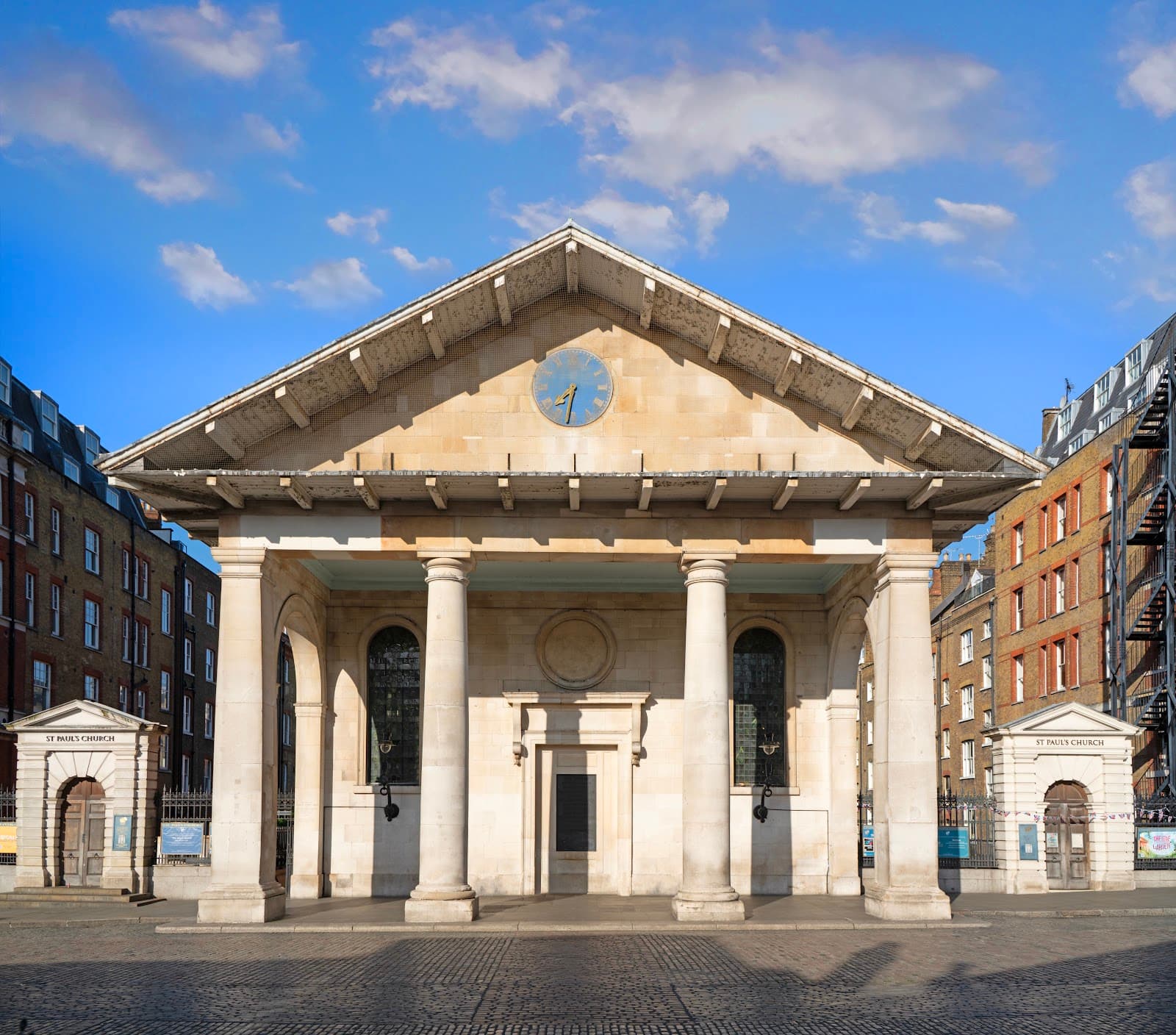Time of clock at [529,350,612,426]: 7:32
